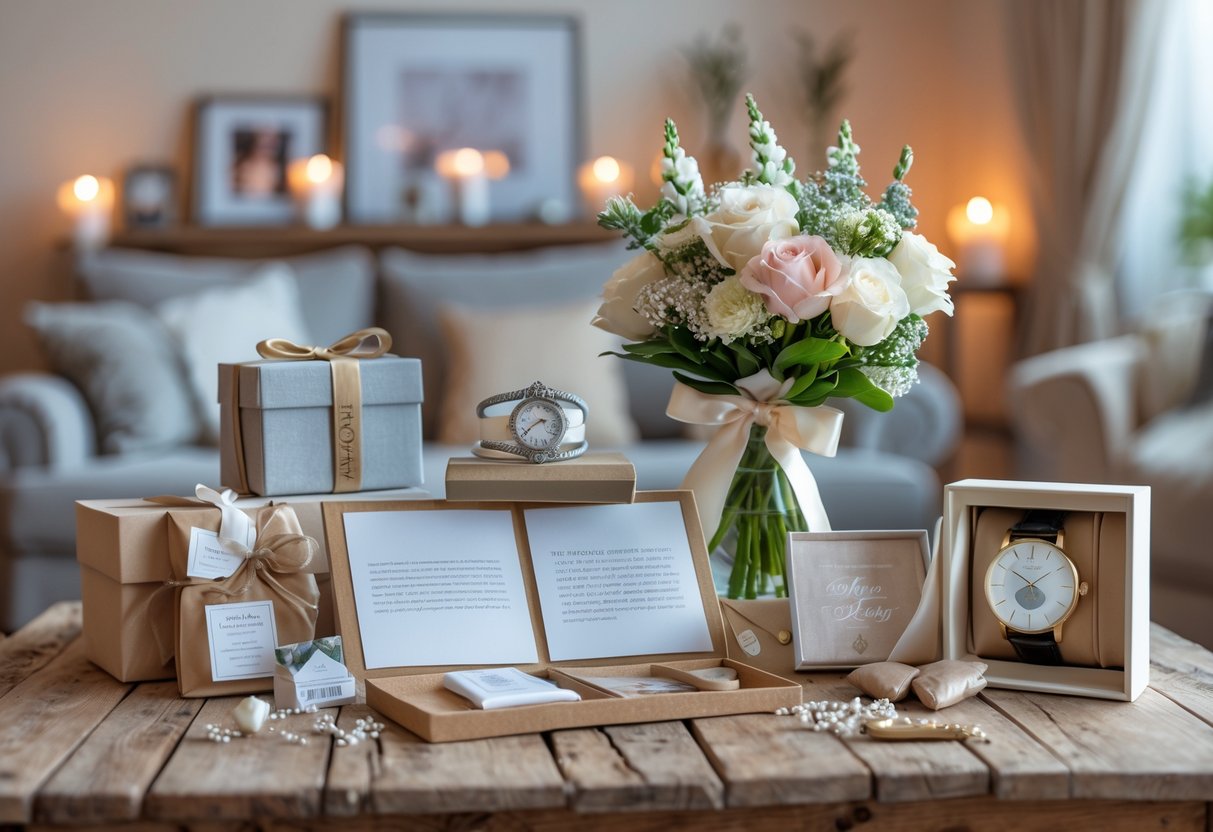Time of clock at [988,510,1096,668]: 1:50
